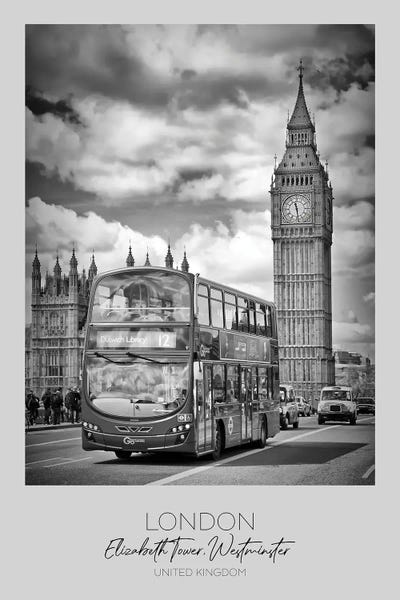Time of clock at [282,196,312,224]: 11:28
